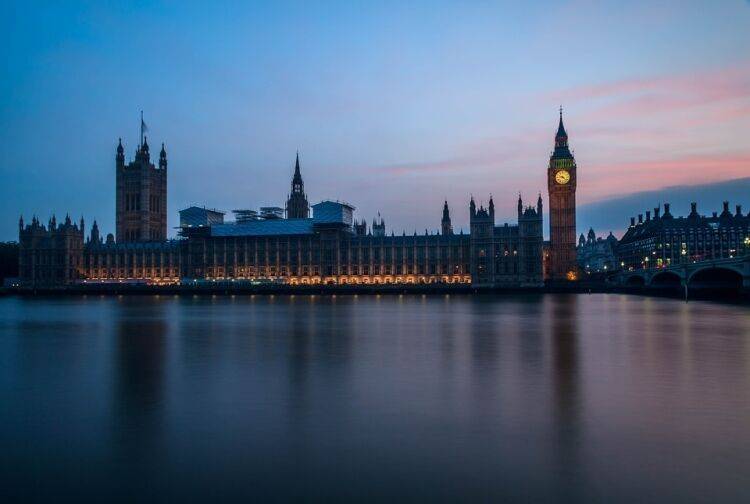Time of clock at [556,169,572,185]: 9:22
